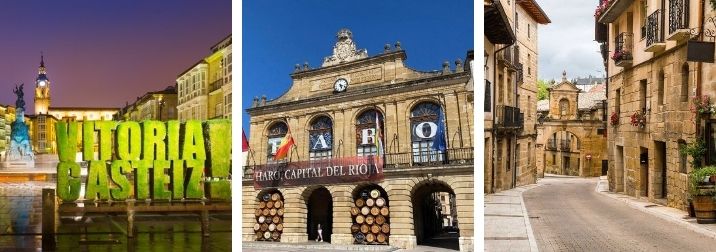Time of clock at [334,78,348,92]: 5:18
